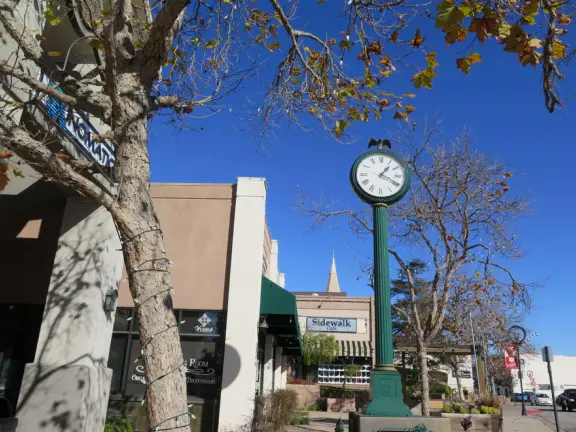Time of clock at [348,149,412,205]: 1:19
